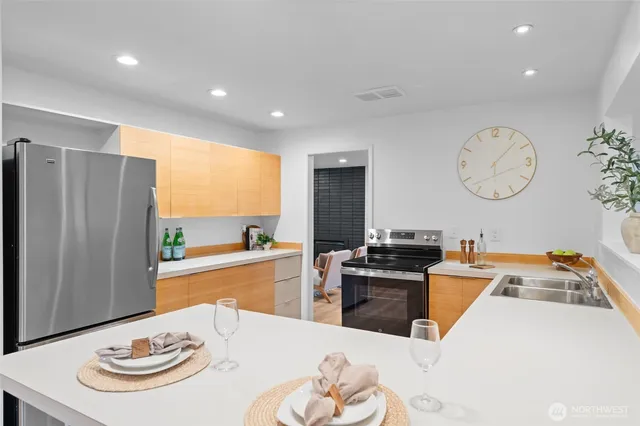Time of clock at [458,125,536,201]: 6:07
